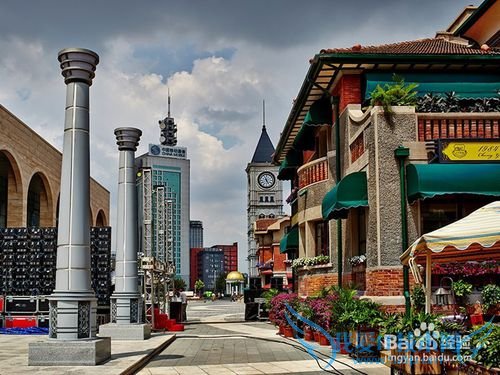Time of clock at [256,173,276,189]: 11:25
